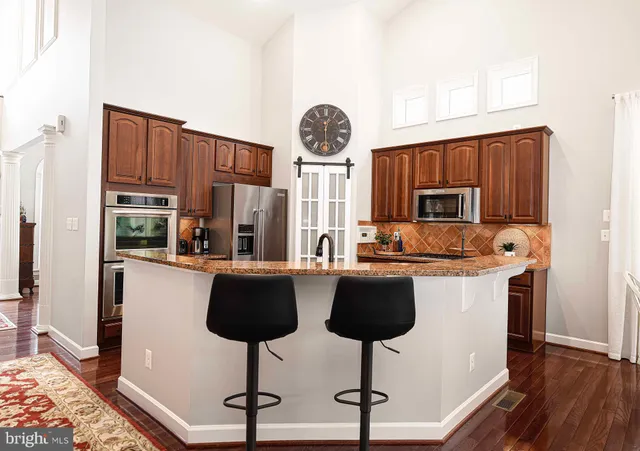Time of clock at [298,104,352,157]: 12:28
